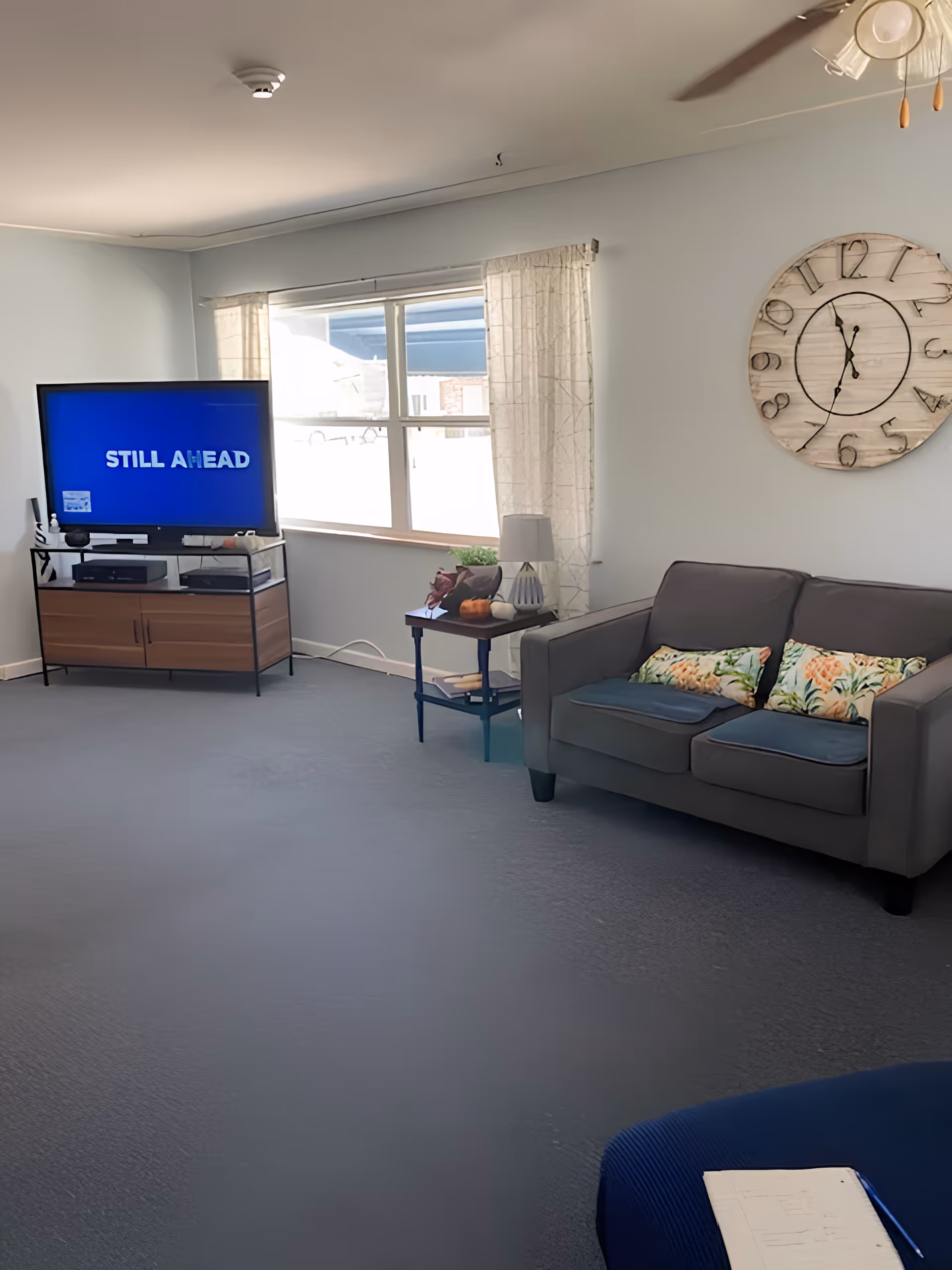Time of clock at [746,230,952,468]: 11:33
